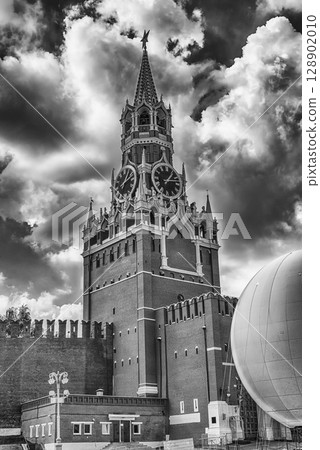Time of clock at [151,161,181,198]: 1:13
